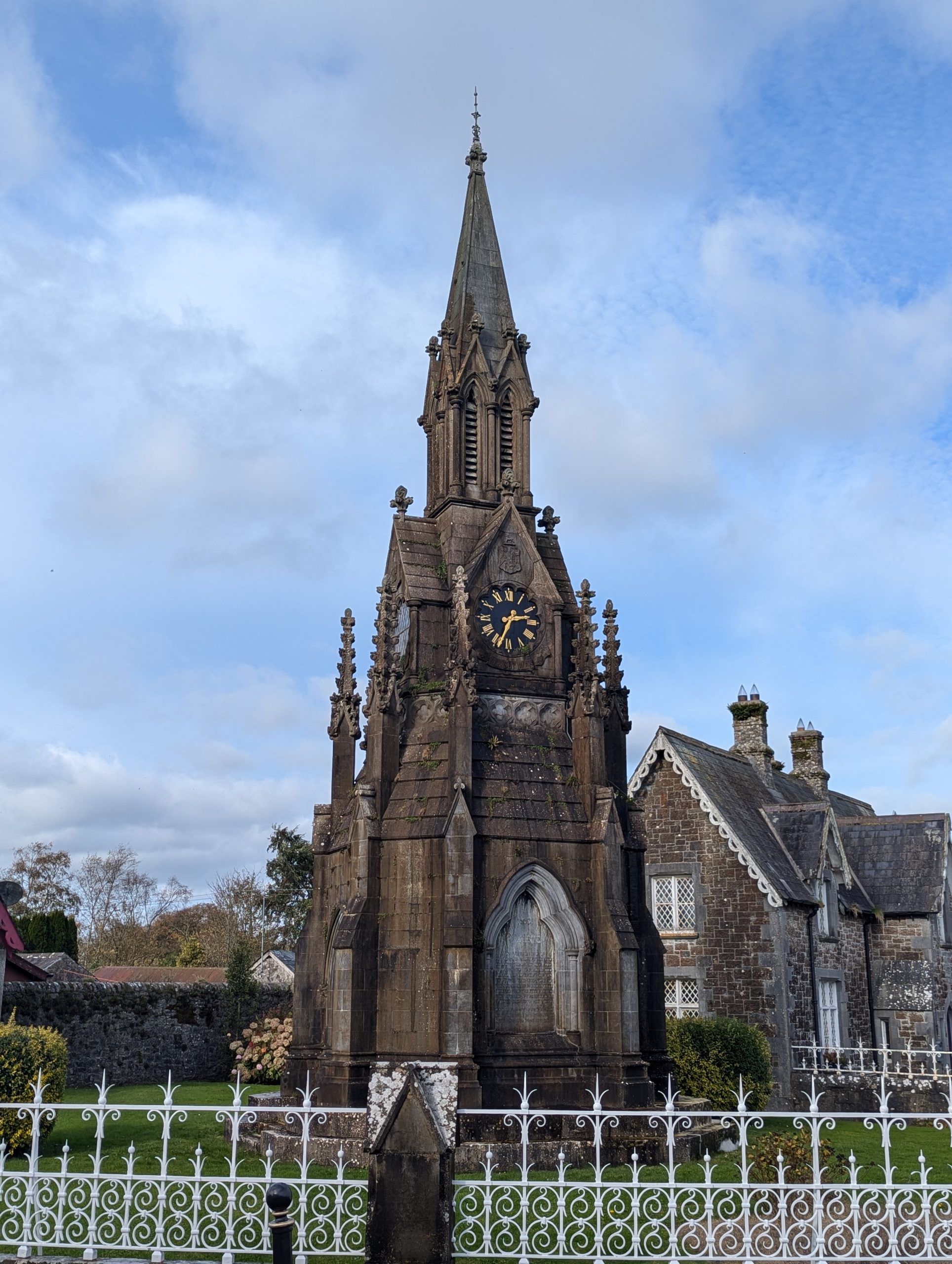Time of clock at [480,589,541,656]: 2:33
